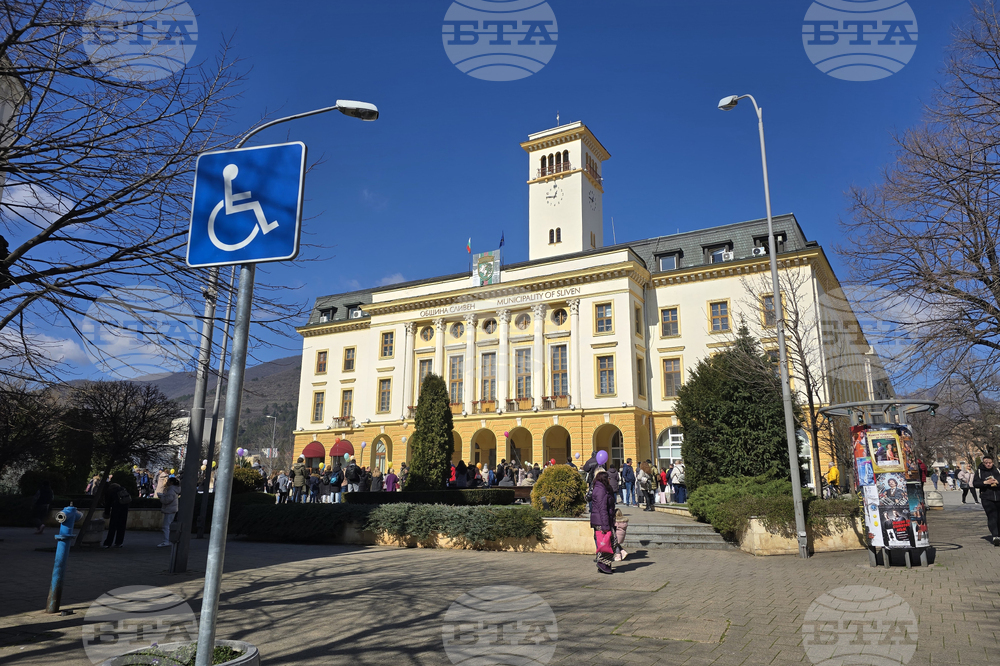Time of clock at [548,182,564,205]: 12:46
